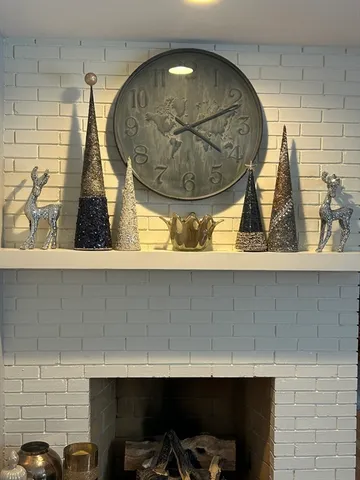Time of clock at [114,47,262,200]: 4:10
